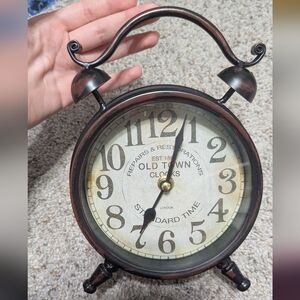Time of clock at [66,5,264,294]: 7:03
